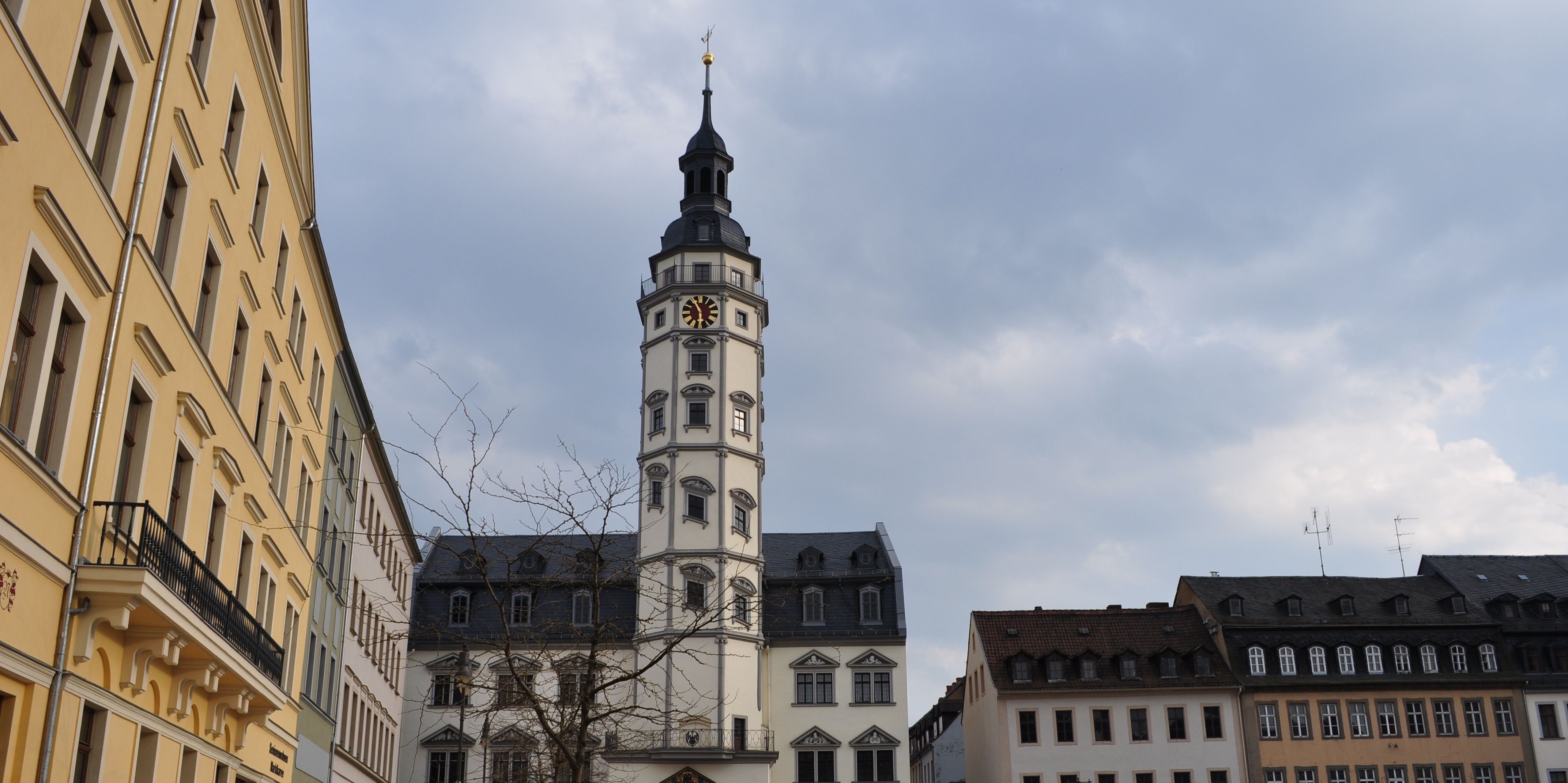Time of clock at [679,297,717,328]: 5:55
